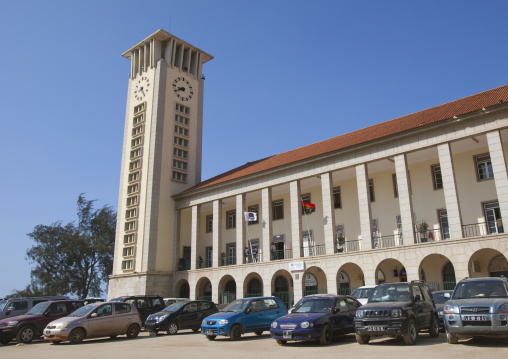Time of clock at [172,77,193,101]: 8:40
